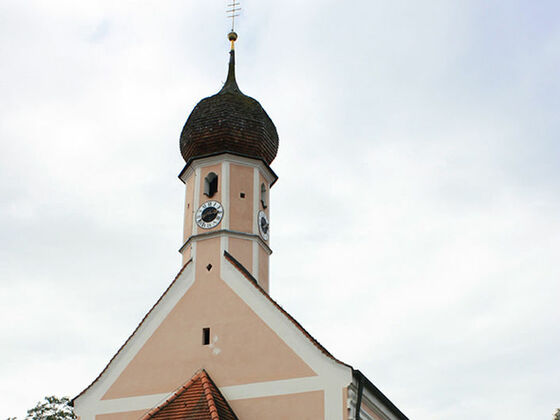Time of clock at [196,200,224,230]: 2:40
